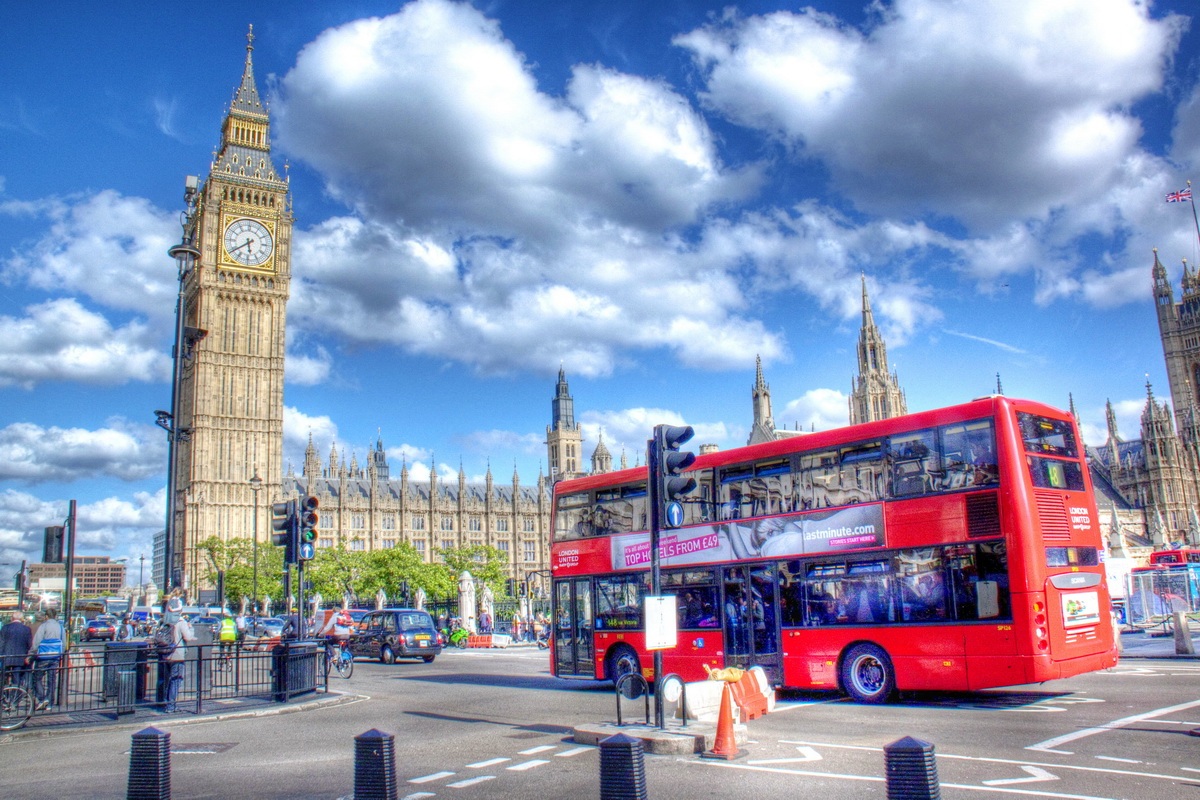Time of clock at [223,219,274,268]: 5:39
